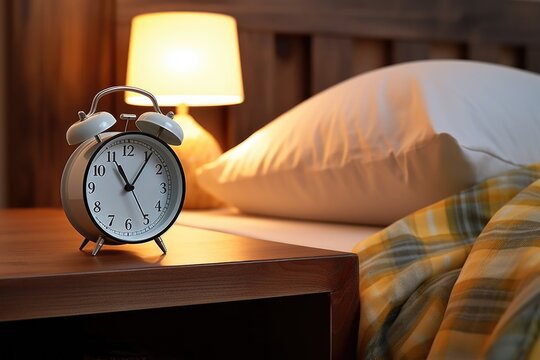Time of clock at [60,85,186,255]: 11:05
